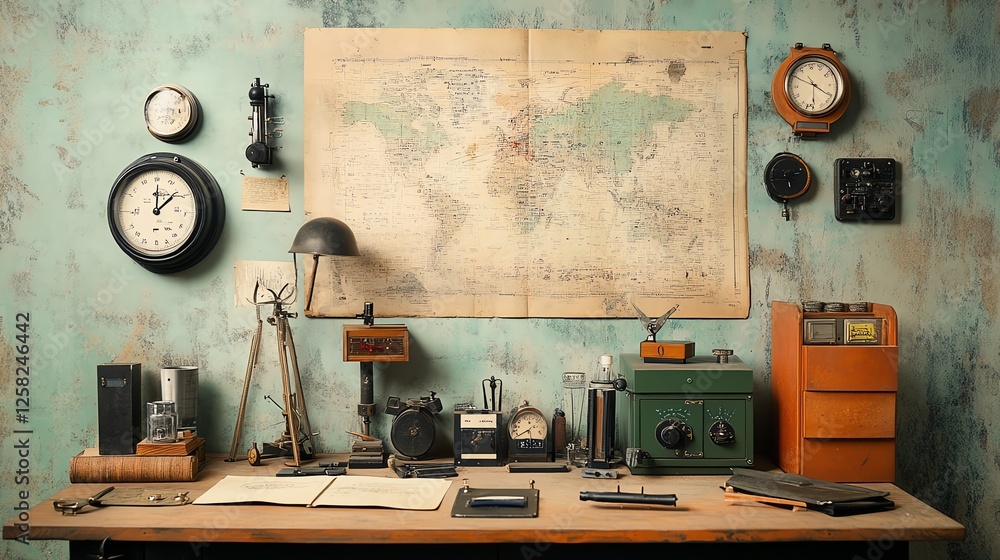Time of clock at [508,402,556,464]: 5:40
